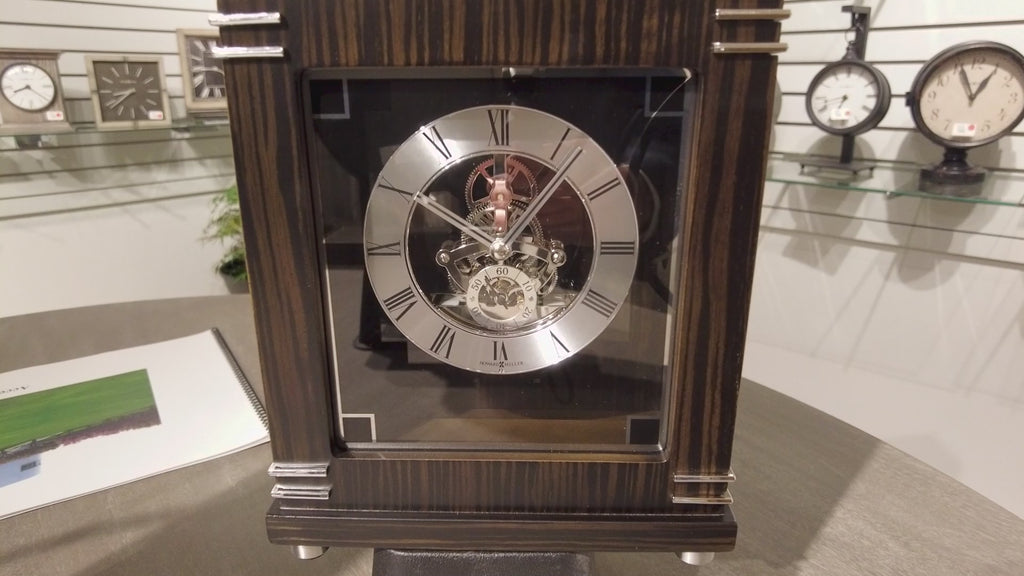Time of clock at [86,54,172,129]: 8:38
